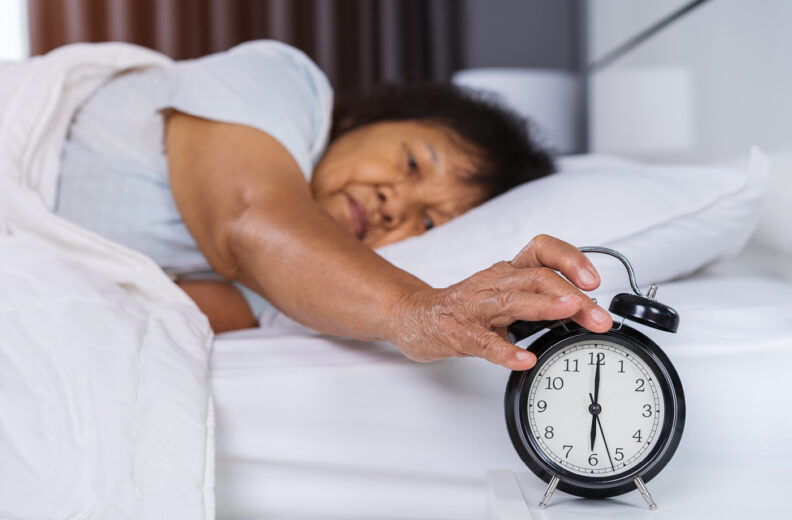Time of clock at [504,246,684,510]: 6:00
